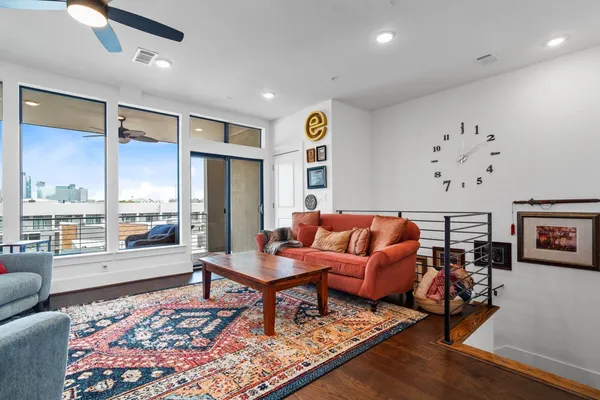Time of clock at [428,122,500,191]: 12:09
